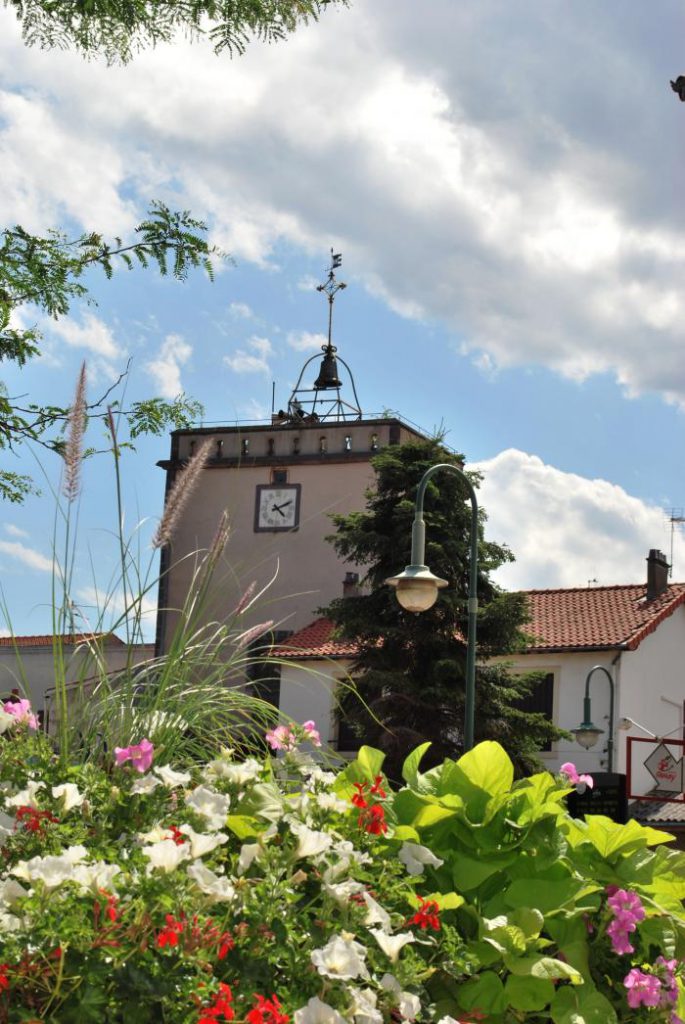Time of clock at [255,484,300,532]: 4:10
